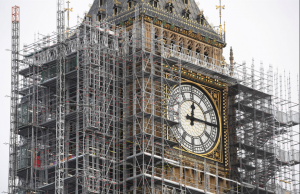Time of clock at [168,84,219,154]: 12:14
